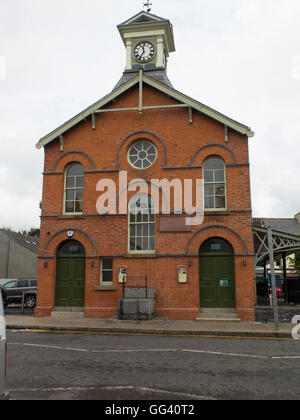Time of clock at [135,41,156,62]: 11:35
